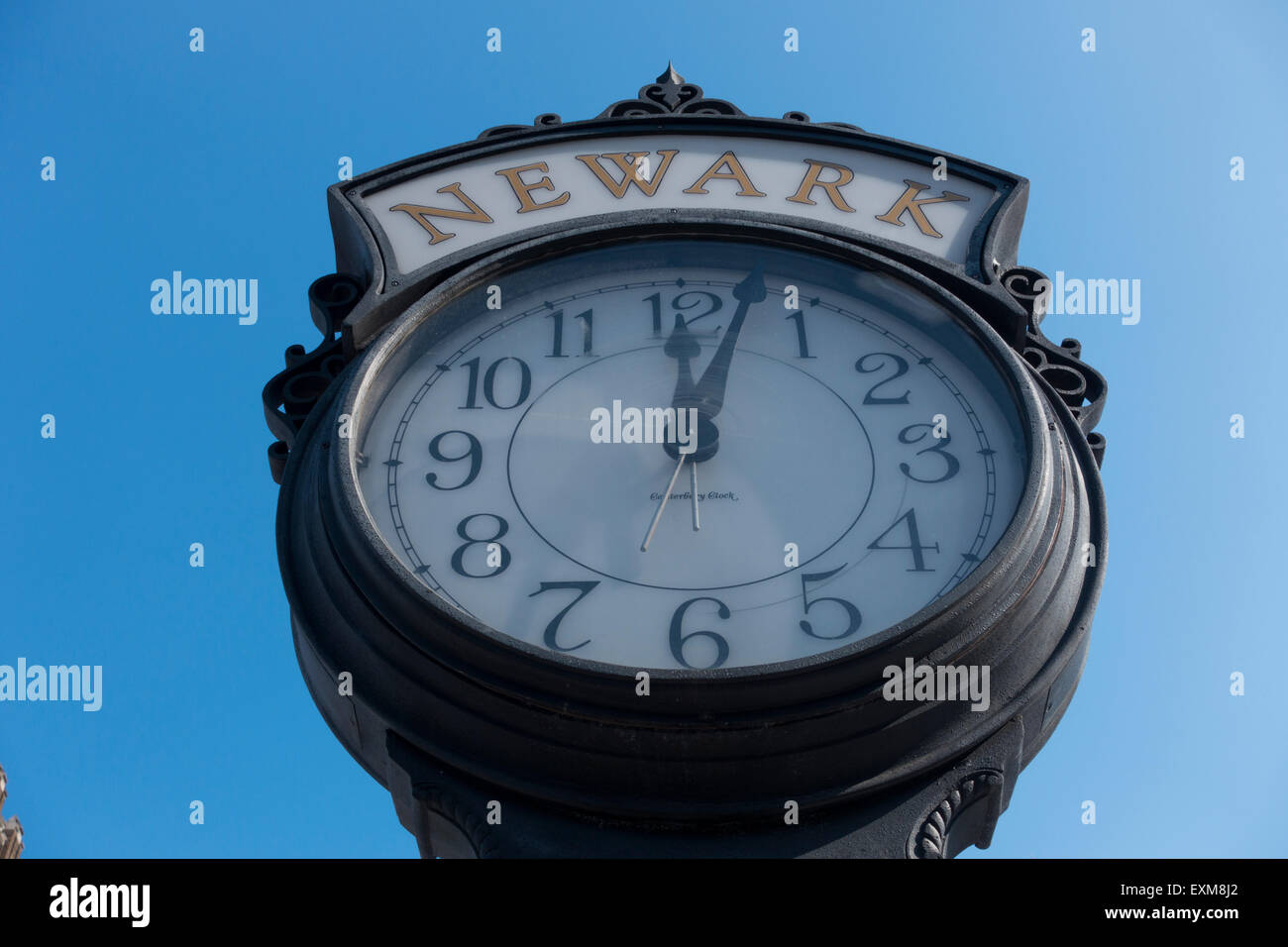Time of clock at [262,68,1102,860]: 12:02
